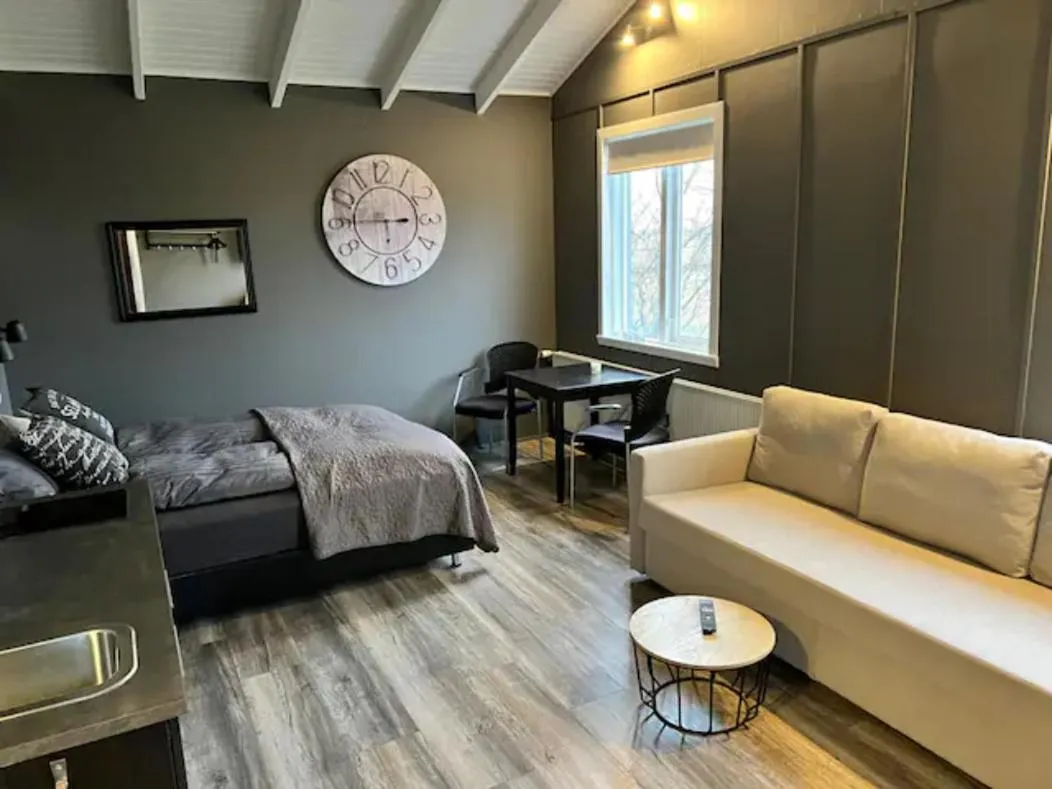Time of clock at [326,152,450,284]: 2:45
